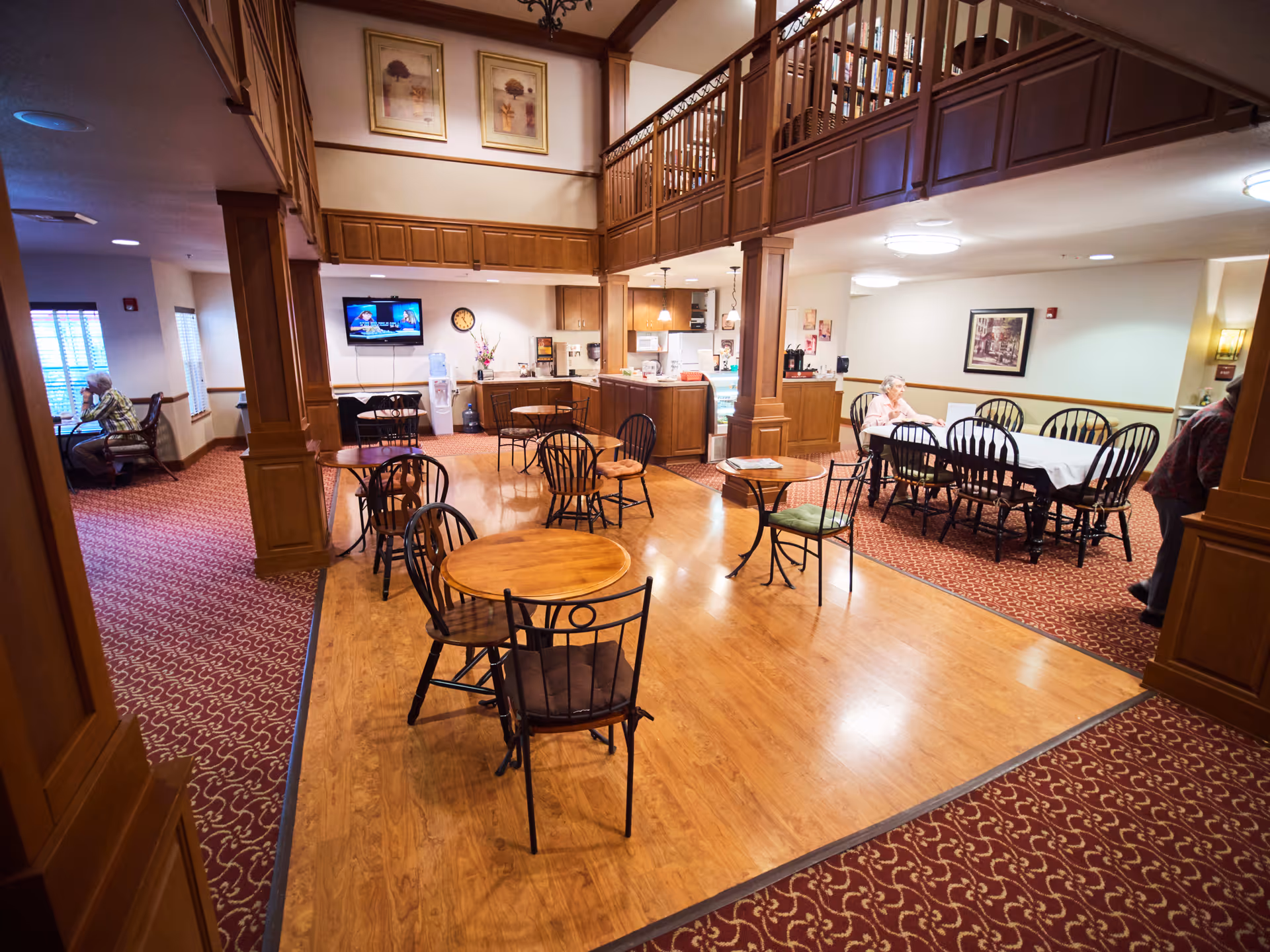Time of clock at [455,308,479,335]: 5:02
